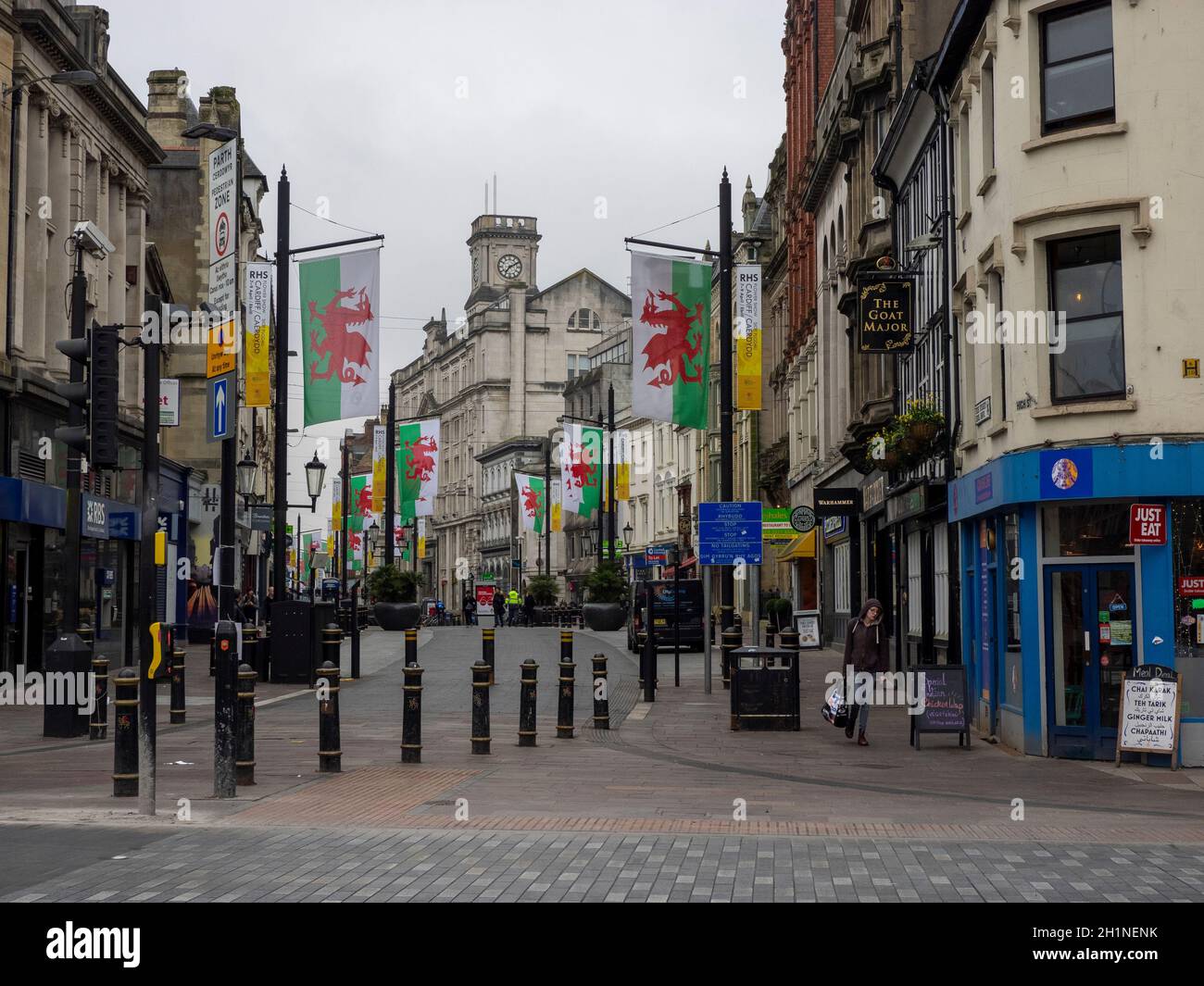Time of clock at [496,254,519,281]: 7:10
